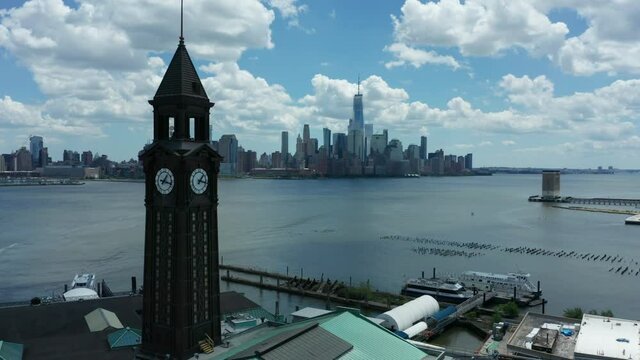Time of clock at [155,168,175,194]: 1:17
